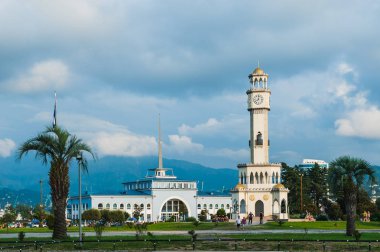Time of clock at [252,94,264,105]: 8:01
